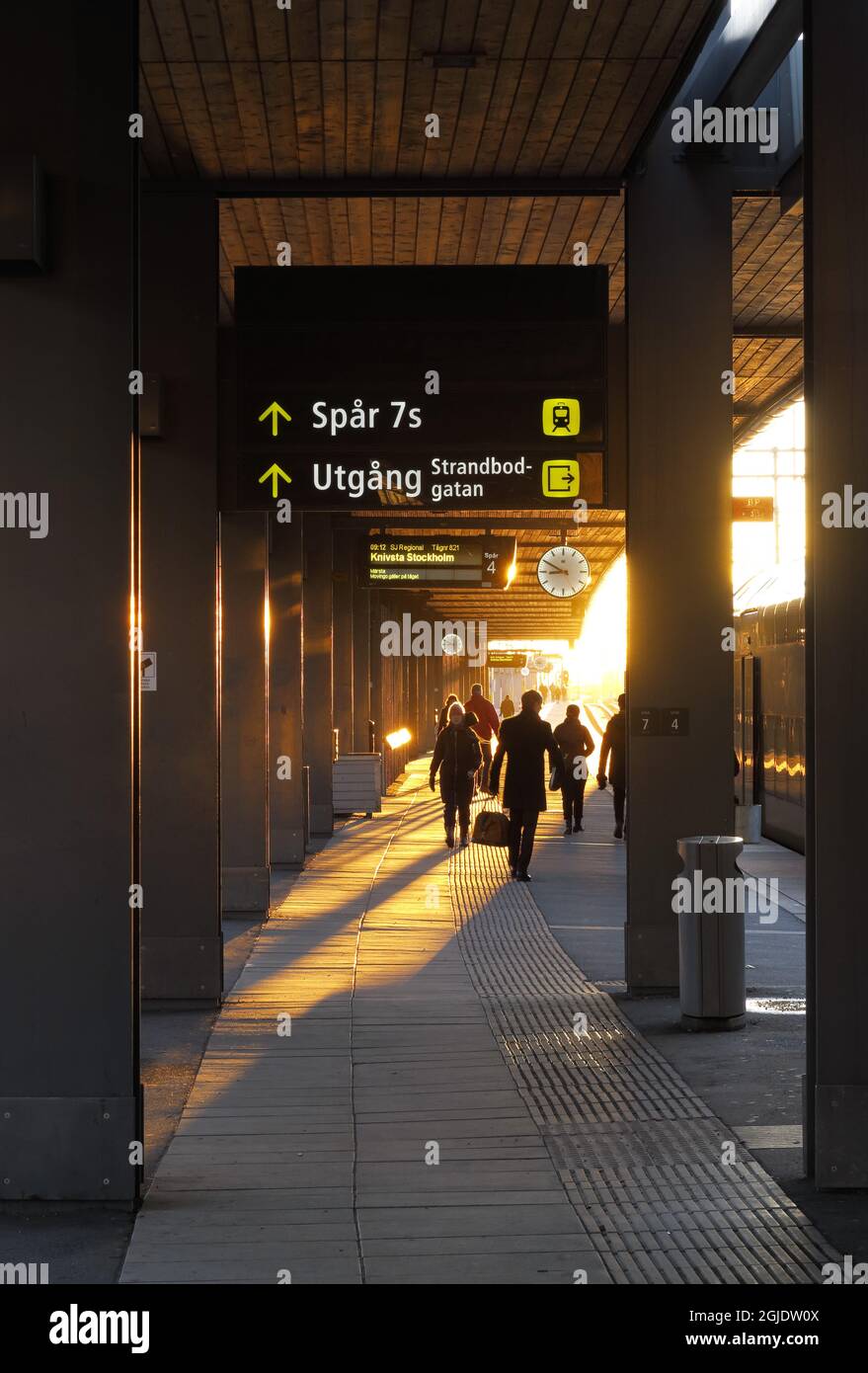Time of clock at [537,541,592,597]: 8:50
